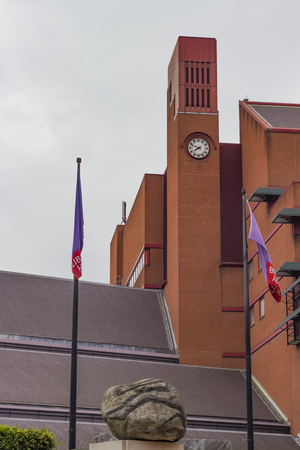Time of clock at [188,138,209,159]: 7:49
